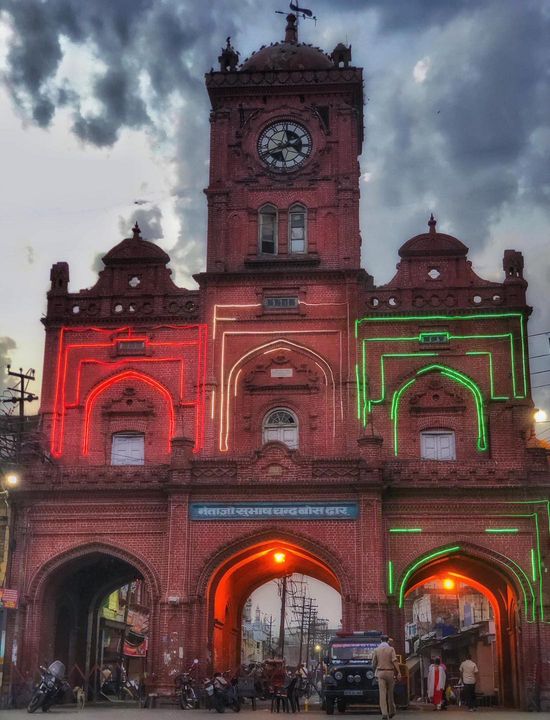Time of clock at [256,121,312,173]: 2:40
